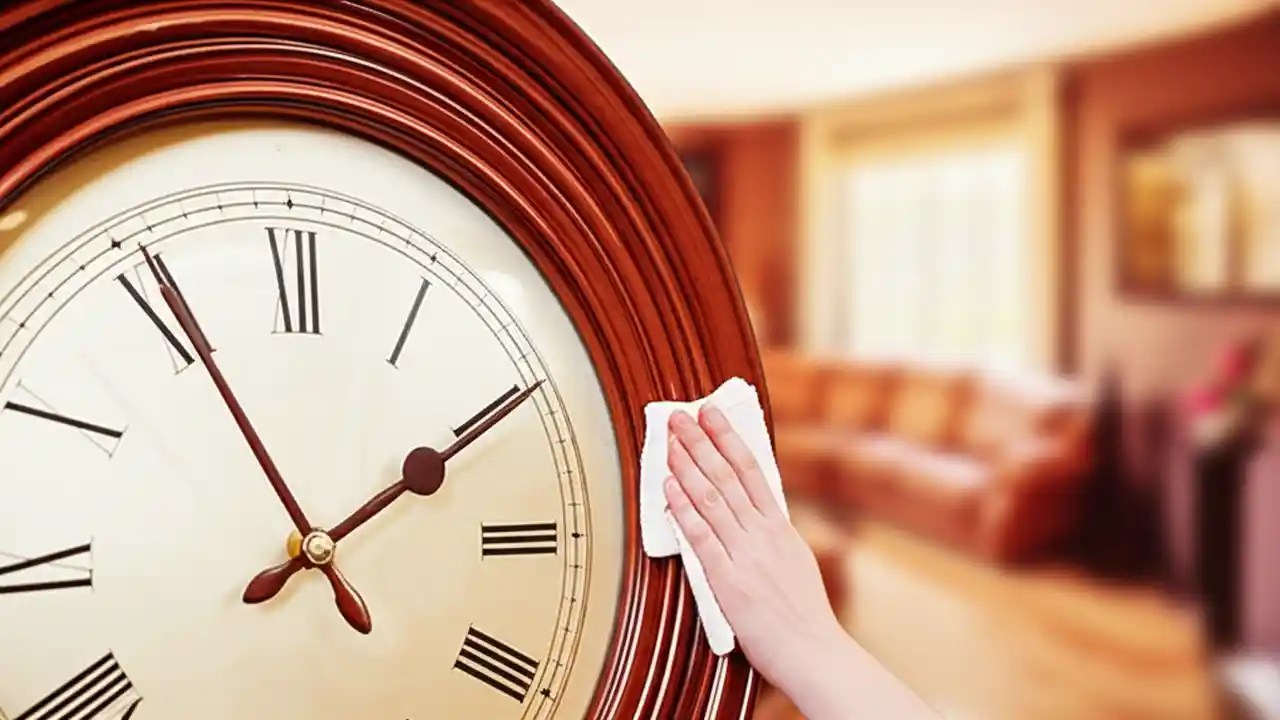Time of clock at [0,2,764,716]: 1:55
